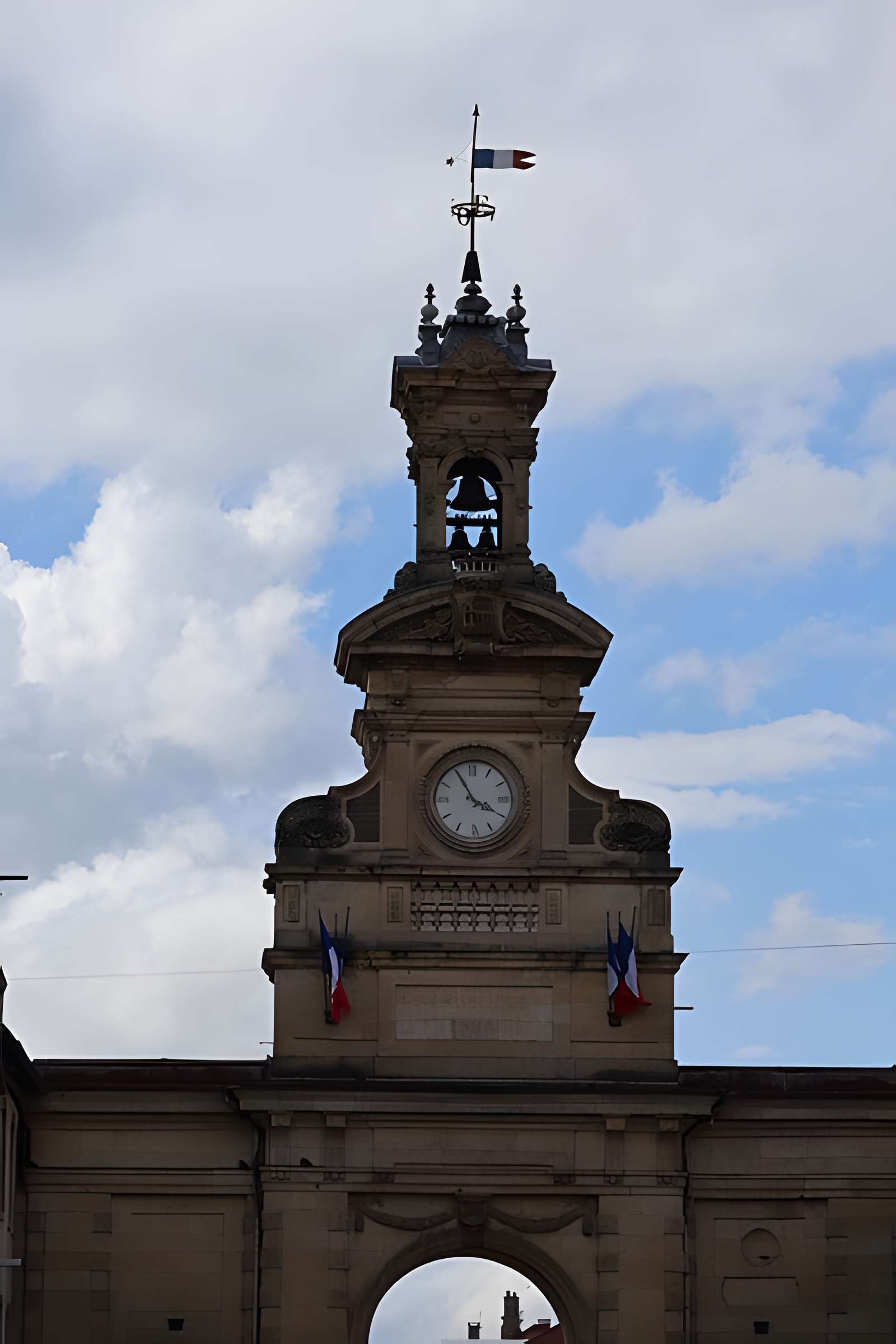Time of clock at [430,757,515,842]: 3:55
